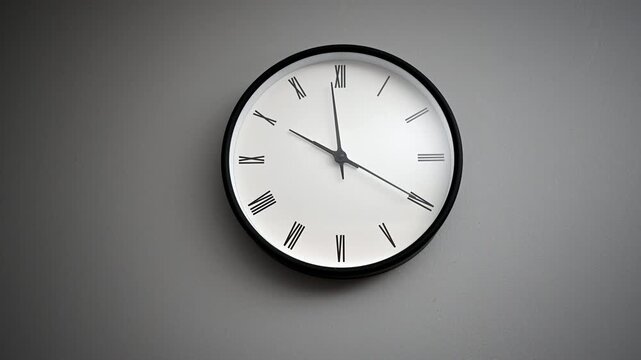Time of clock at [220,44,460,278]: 9:58
